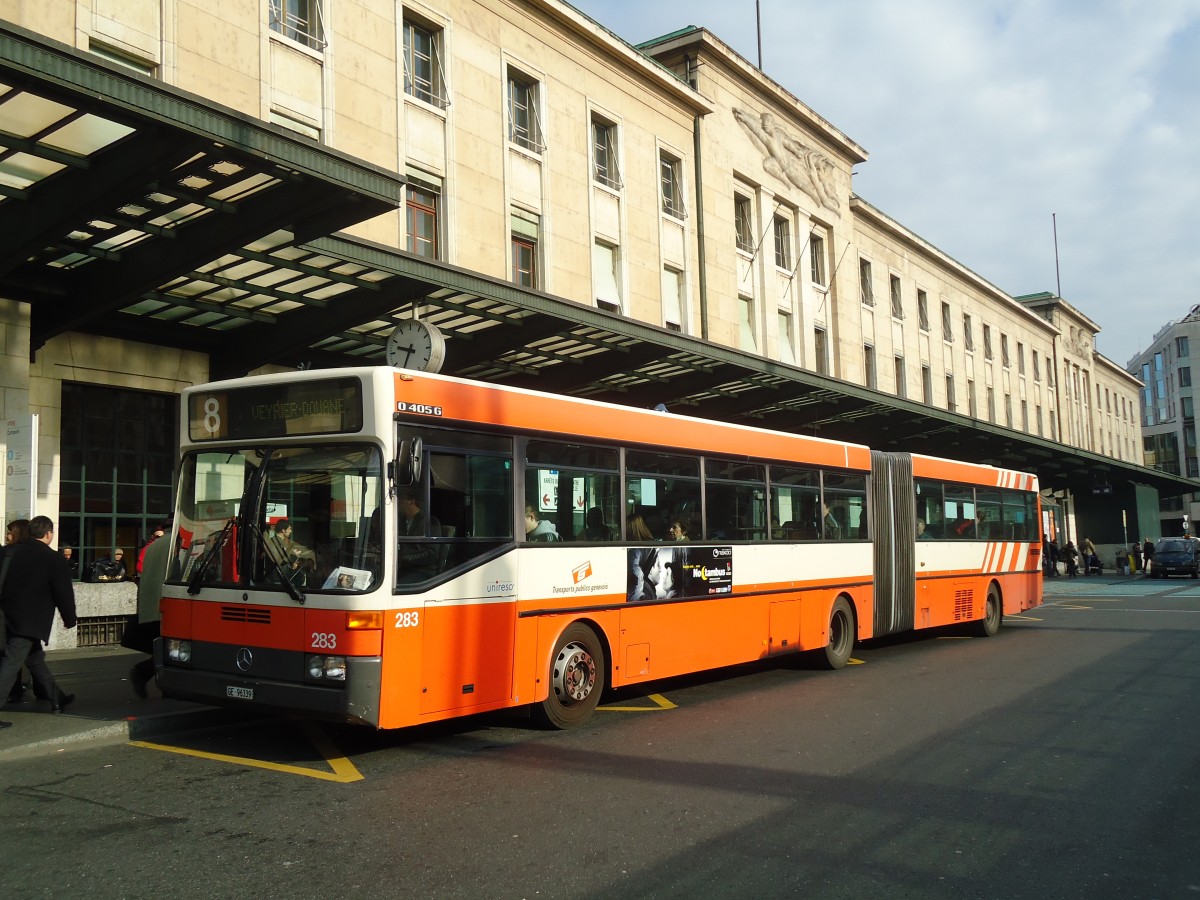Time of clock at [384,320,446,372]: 9:35
